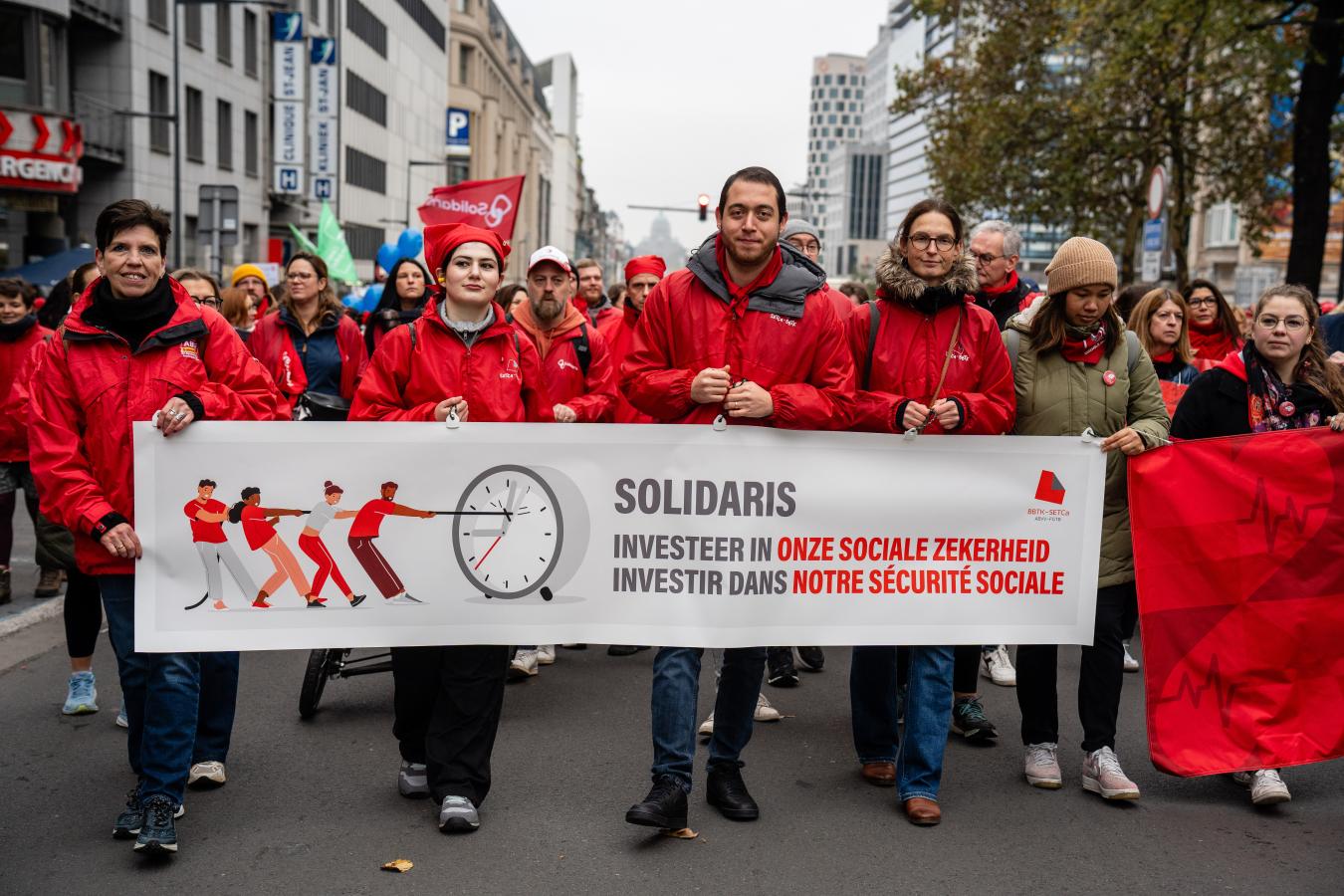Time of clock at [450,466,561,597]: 9:01
